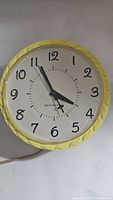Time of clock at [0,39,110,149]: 3:55
